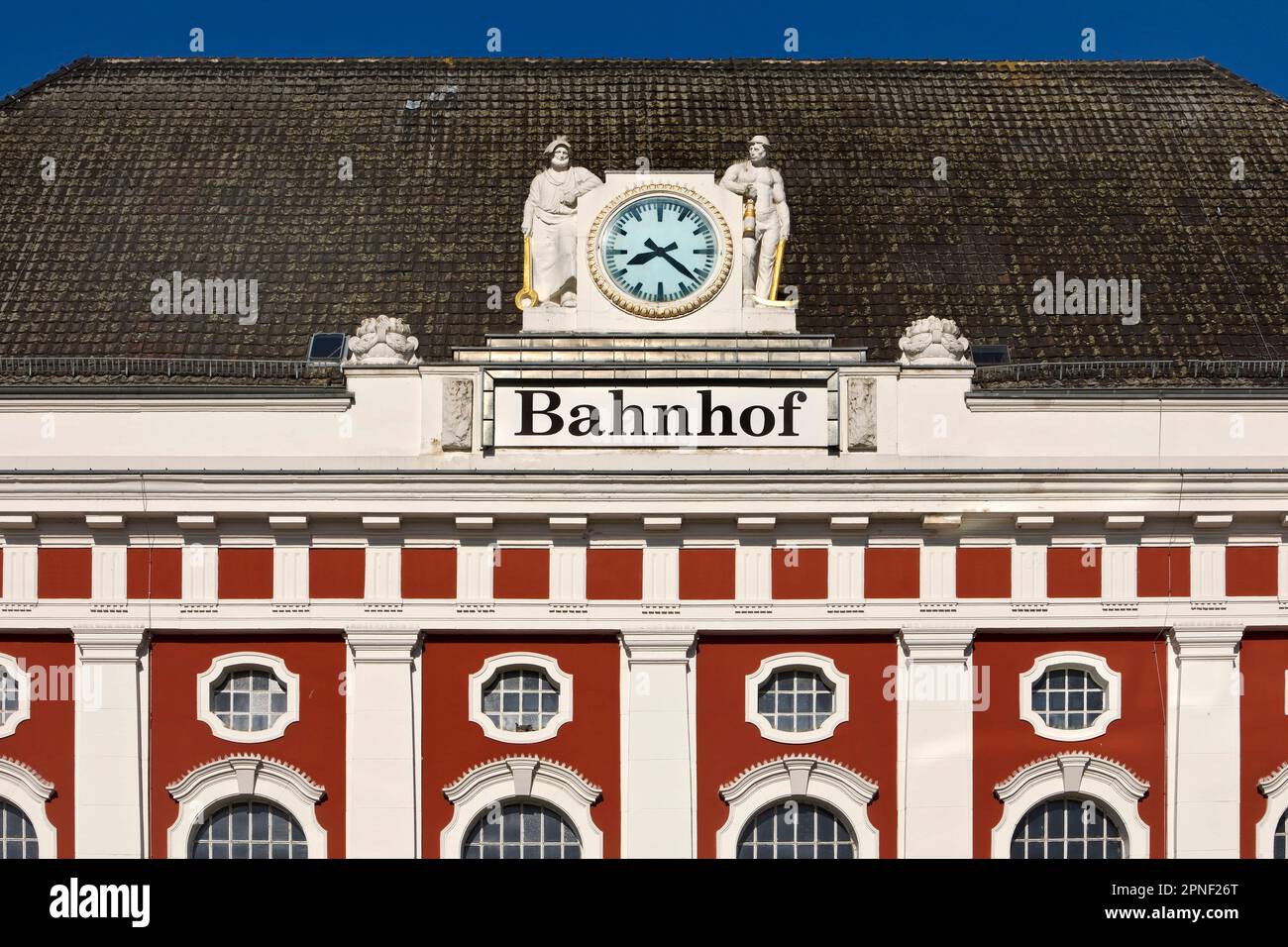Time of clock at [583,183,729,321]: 8:21
